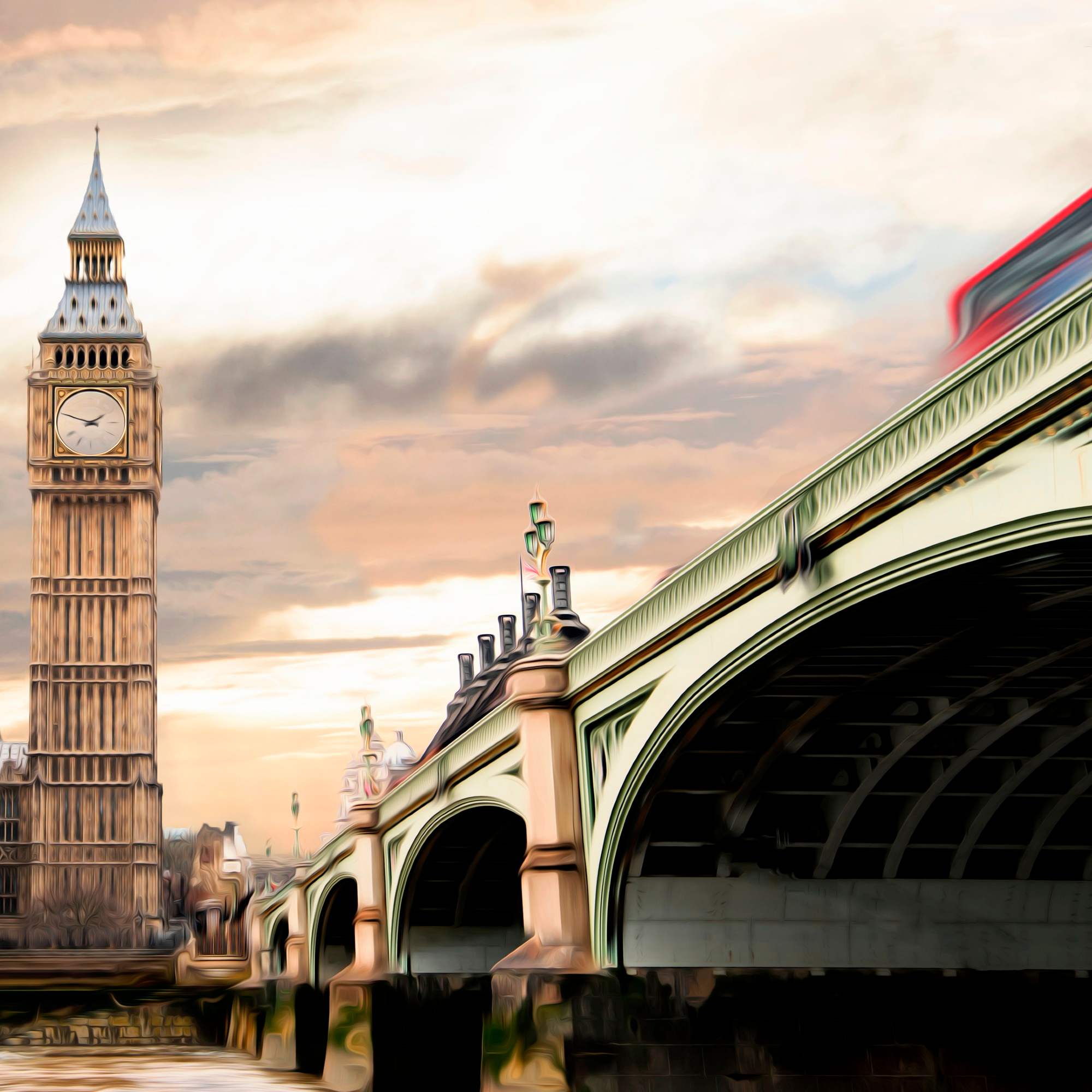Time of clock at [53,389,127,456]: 1:48
